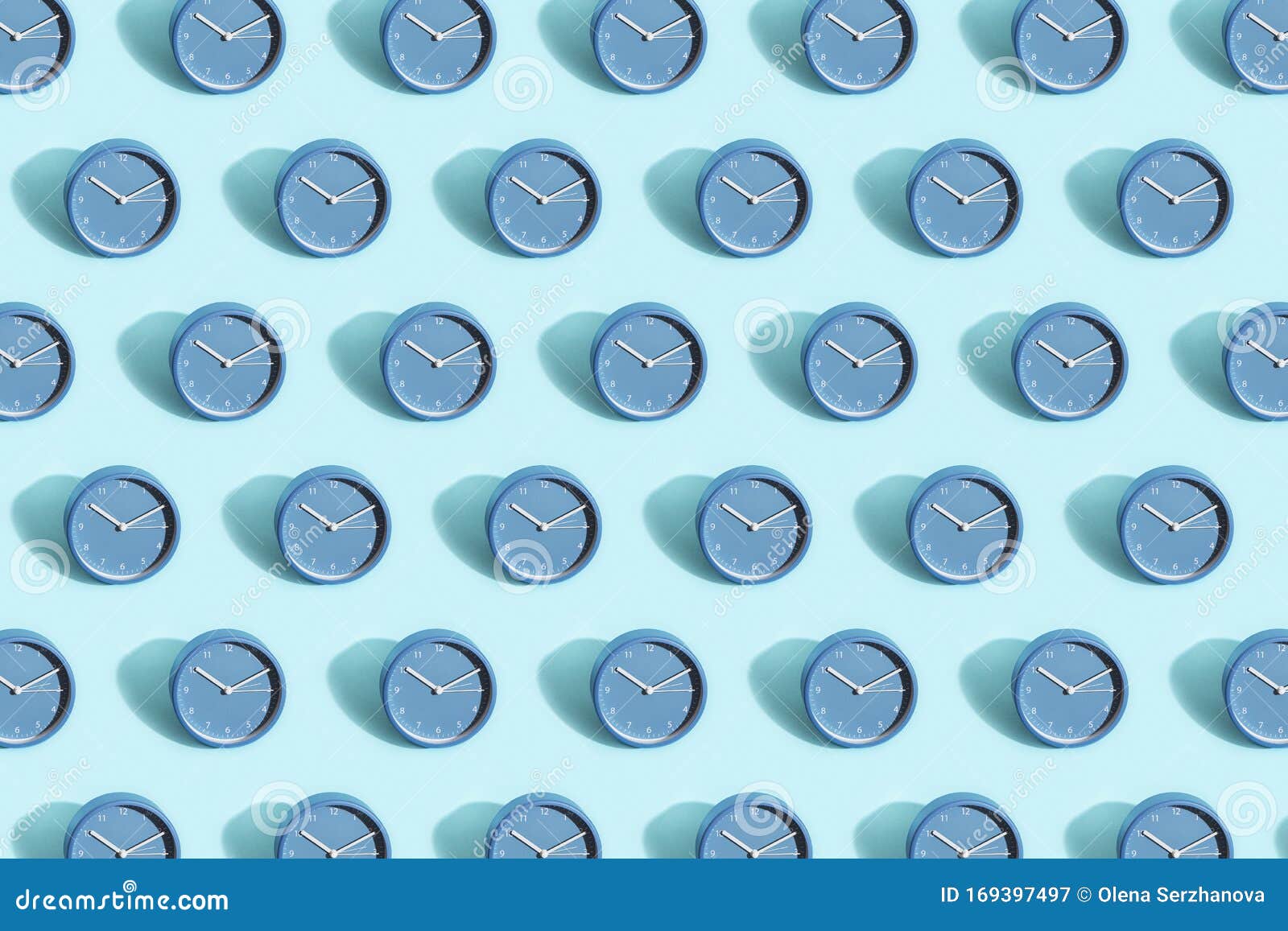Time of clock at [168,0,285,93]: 10:10
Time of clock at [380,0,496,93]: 10:10
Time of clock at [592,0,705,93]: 10:10
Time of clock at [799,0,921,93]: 10:10
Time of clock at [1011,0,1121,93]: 10:10
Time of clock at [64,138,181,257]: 10:10
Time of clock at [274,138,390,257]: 10:10
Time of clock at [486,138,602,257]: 10:10
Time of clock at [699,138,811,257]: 10:10
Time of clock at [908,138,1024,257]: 10:10
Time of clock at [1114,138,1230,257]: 10:10
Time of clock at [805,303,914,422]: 10:10
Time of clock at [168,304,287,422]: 10:10
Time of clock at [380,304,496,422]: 10:10
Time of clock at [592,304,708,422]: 10:10
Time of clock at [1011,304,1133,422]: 10:10
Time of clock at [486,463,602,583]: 10:10
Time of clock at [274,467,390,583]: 10:10
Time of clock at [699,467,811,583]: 10:10
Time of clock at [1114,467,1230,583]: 10:10
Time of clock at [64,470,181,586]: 10:10
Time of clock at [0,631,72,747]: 10:10
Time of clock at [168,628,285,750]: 10:10
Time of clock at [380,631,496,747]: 10:10
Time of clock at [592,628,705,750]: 10:10
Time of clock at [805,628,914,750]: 10:10
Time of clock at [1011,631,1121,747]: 10:10
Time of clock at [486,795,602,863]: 10:10
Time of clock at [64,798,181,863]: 10:10
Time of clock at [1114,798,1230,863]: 10:10
